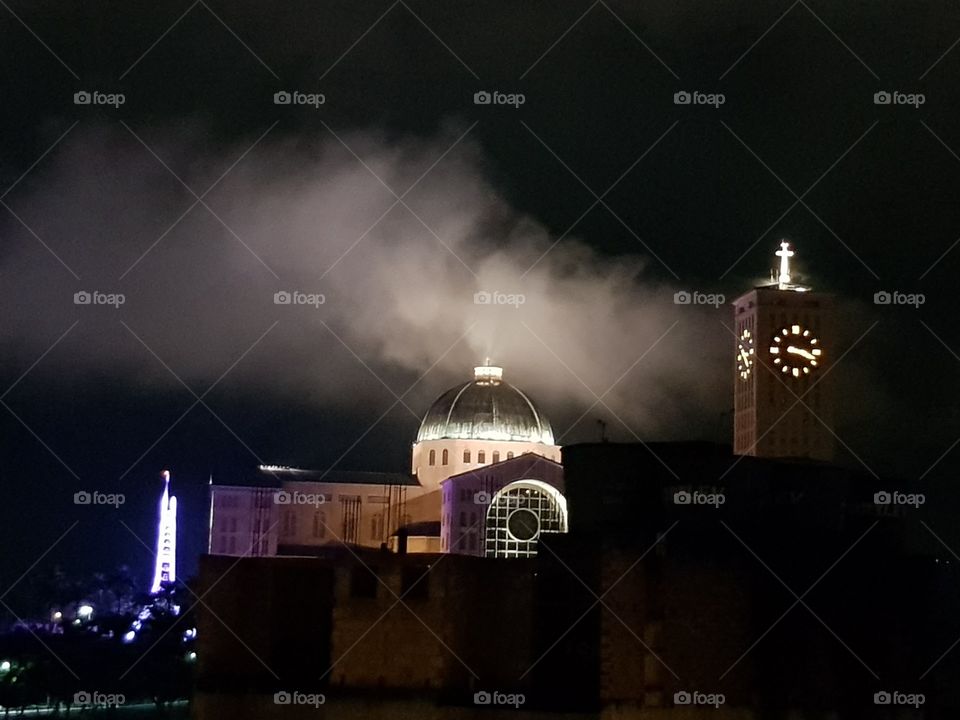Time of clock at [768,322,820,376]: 3:18
